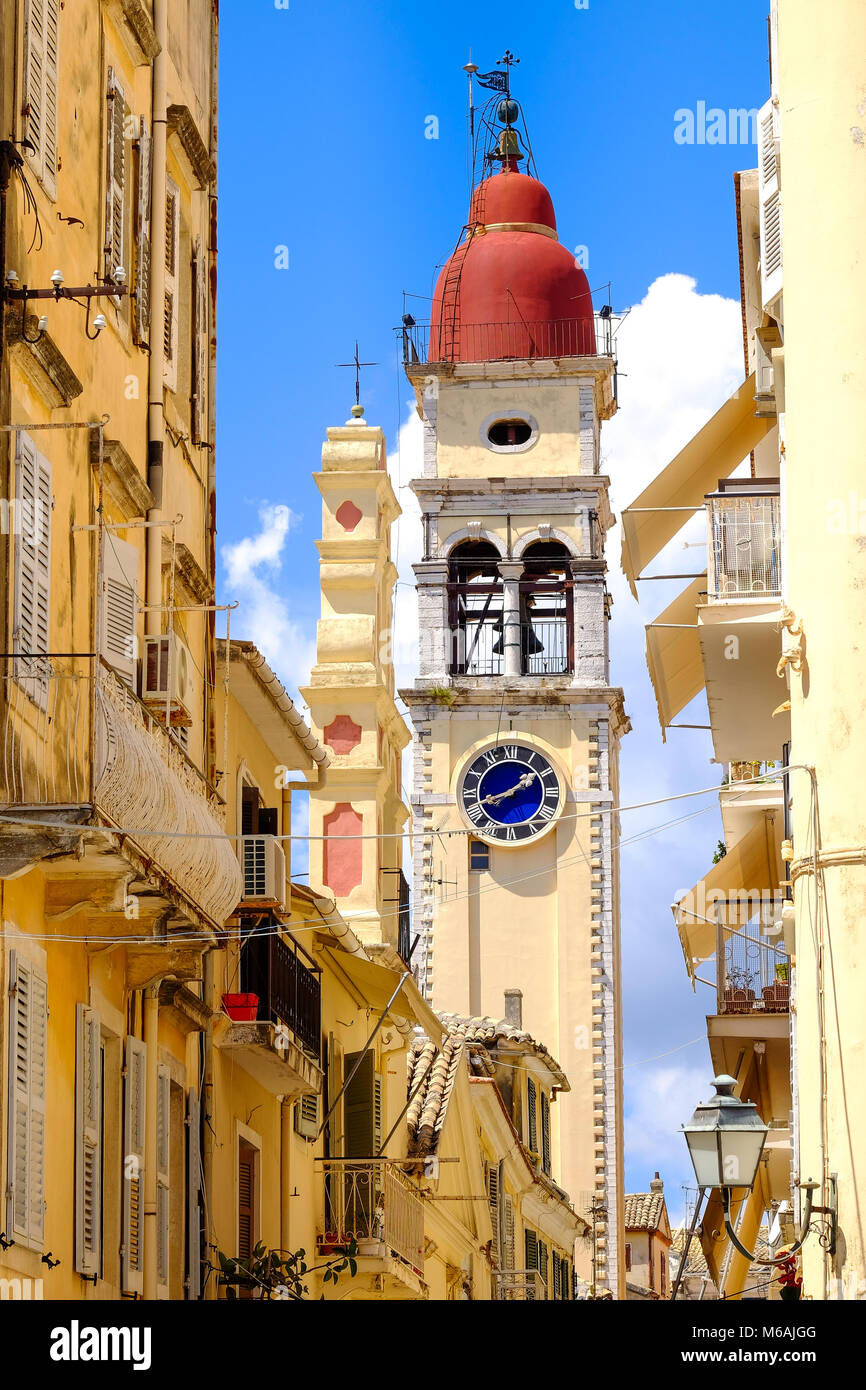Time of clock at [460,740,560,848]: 1:41
